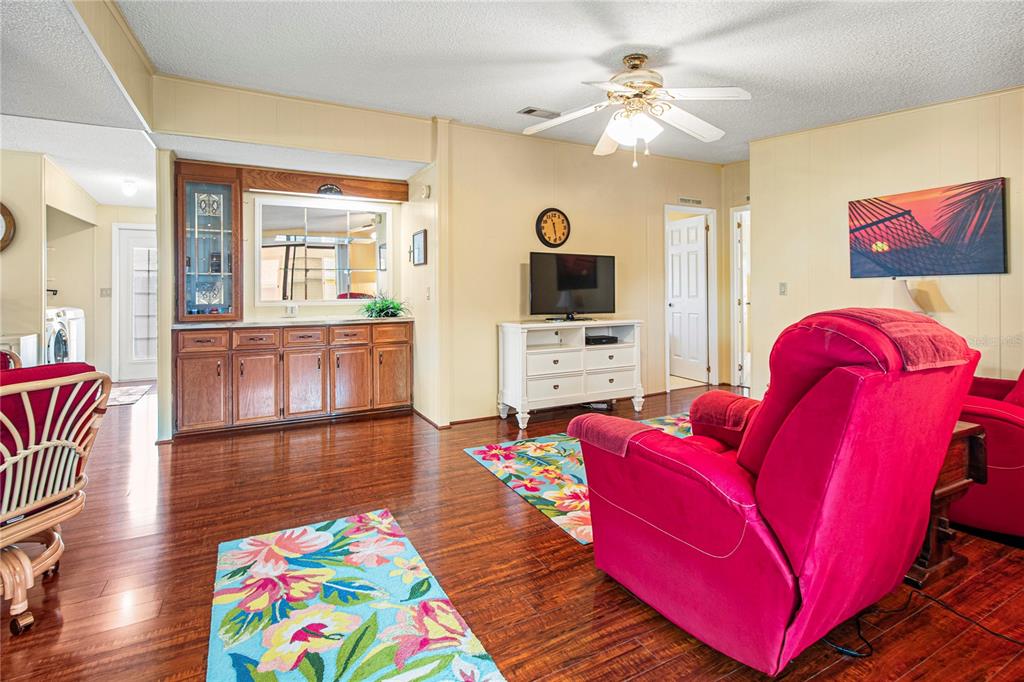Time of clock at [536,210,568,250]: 11:28
